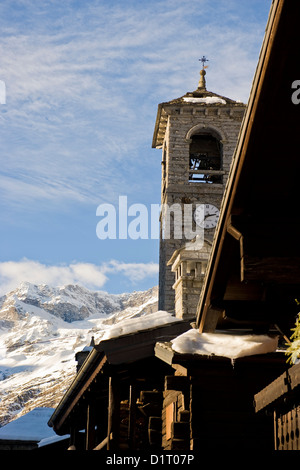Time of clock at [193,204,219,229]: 7:12
